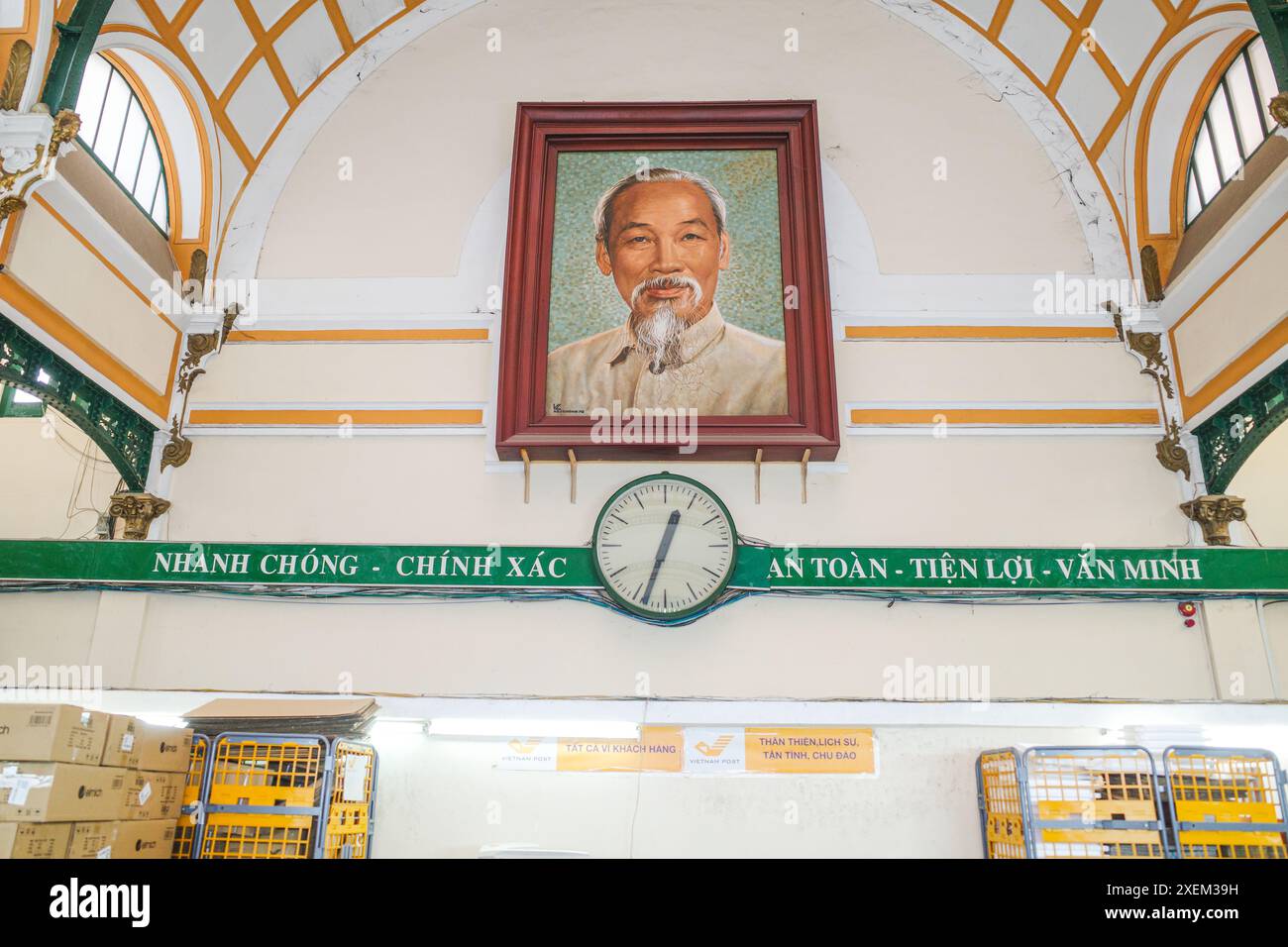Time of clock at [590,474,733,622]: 12:33
